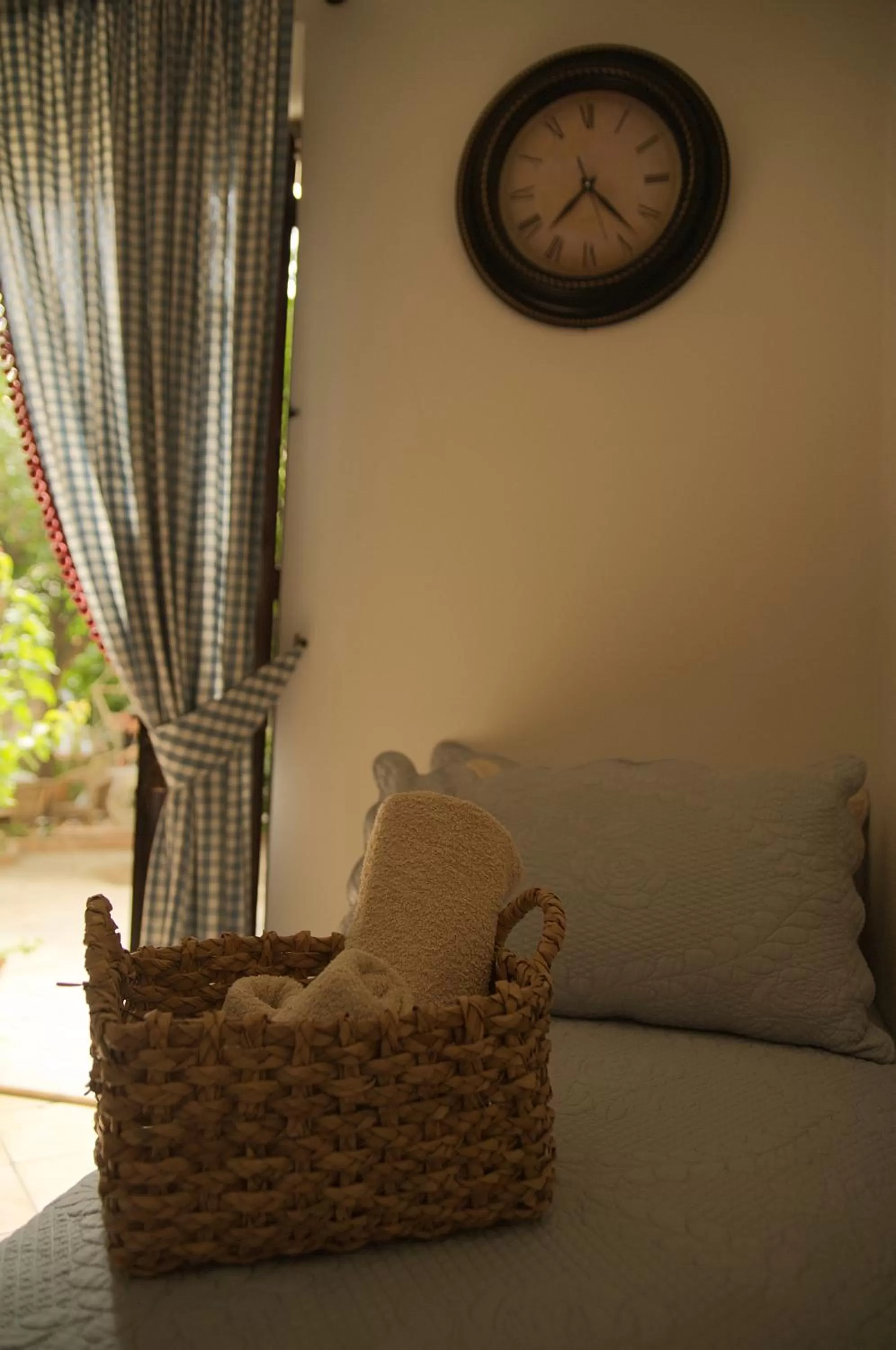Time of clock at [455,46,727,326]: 7:23
